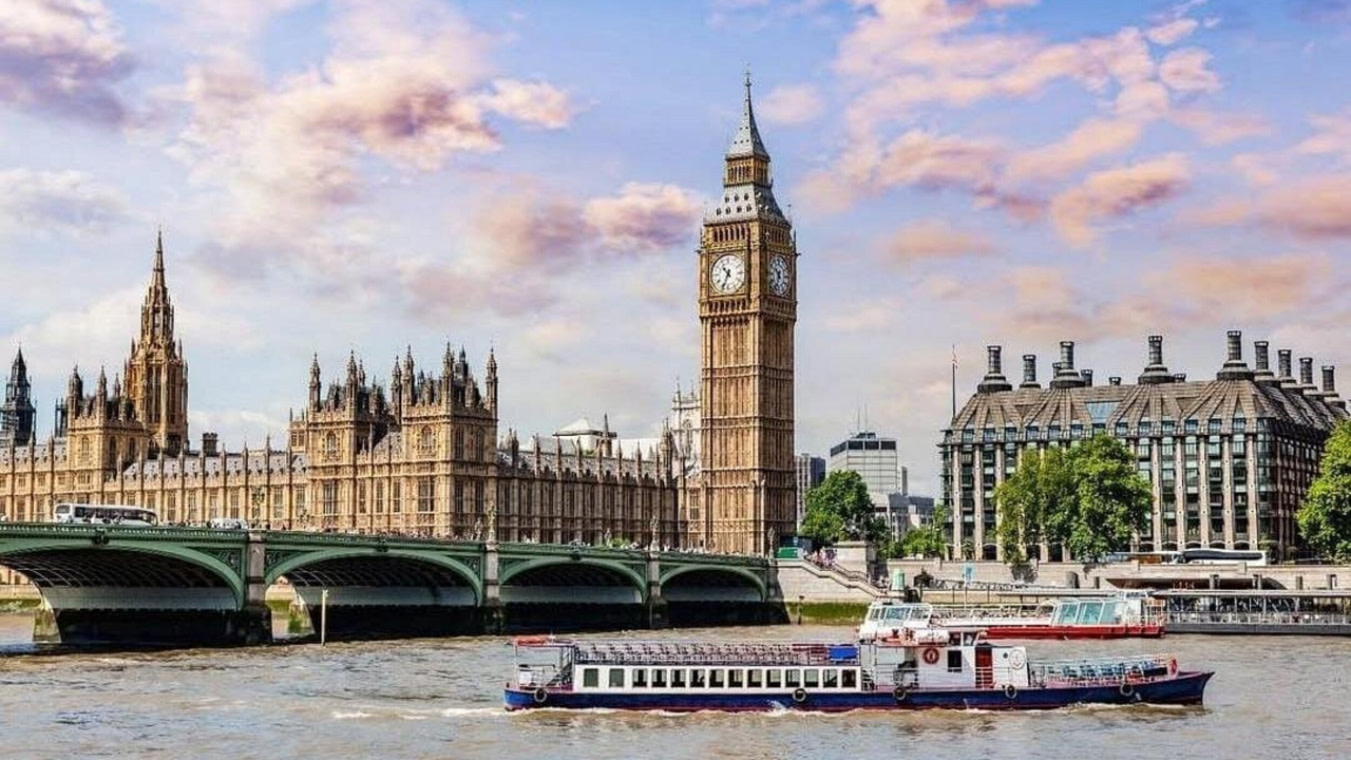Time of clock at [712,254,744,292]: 10:34
